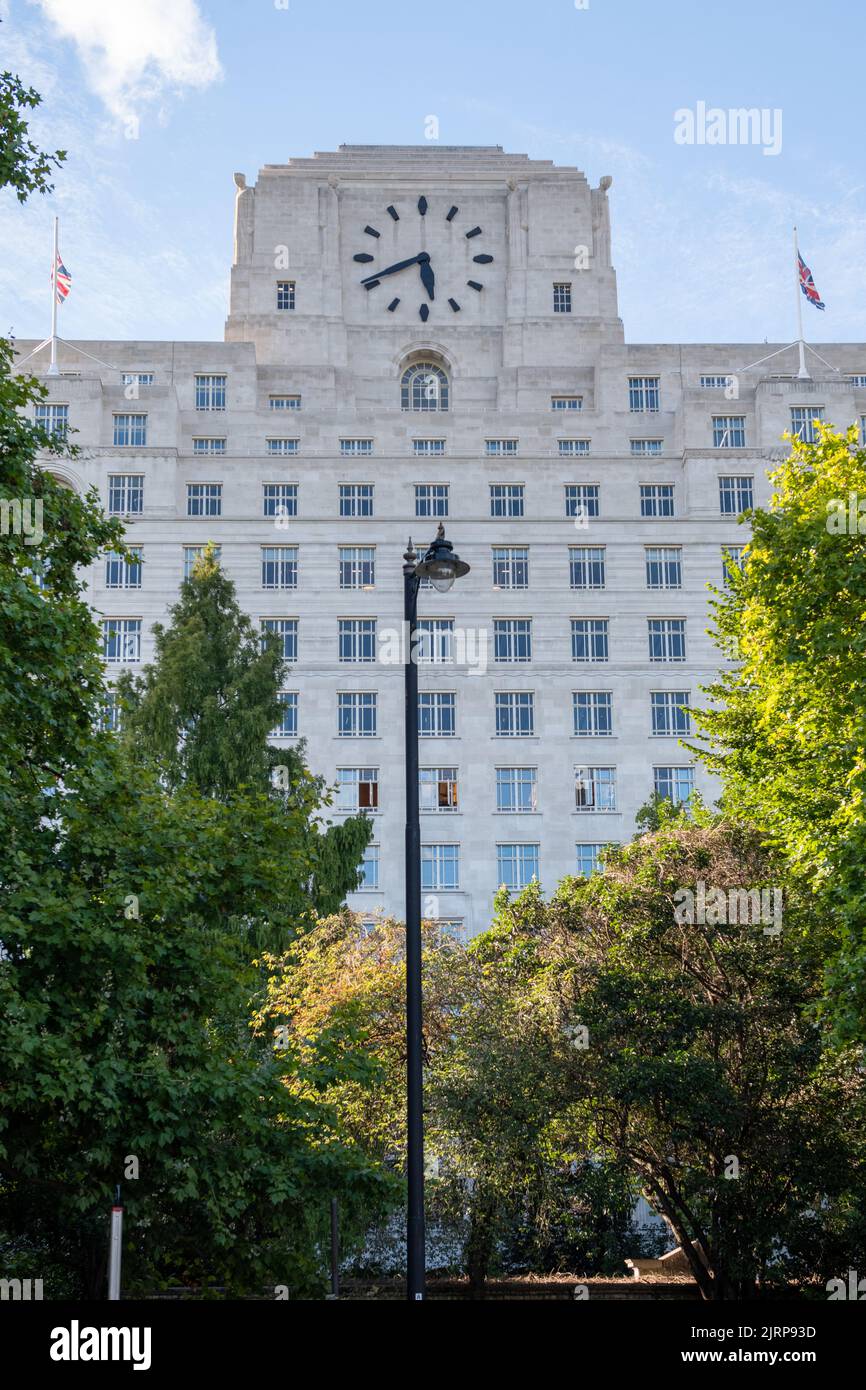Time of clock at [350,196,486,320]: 5:41
